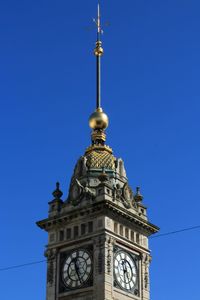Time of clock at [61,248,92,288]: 11:26
